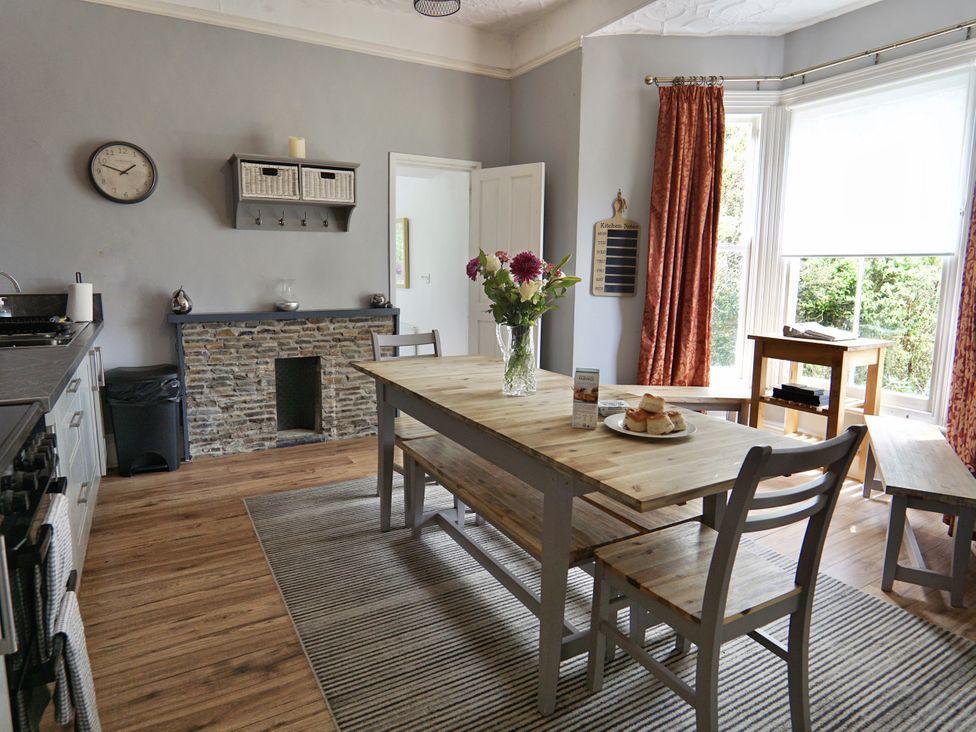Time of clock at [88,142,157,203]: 1:48
